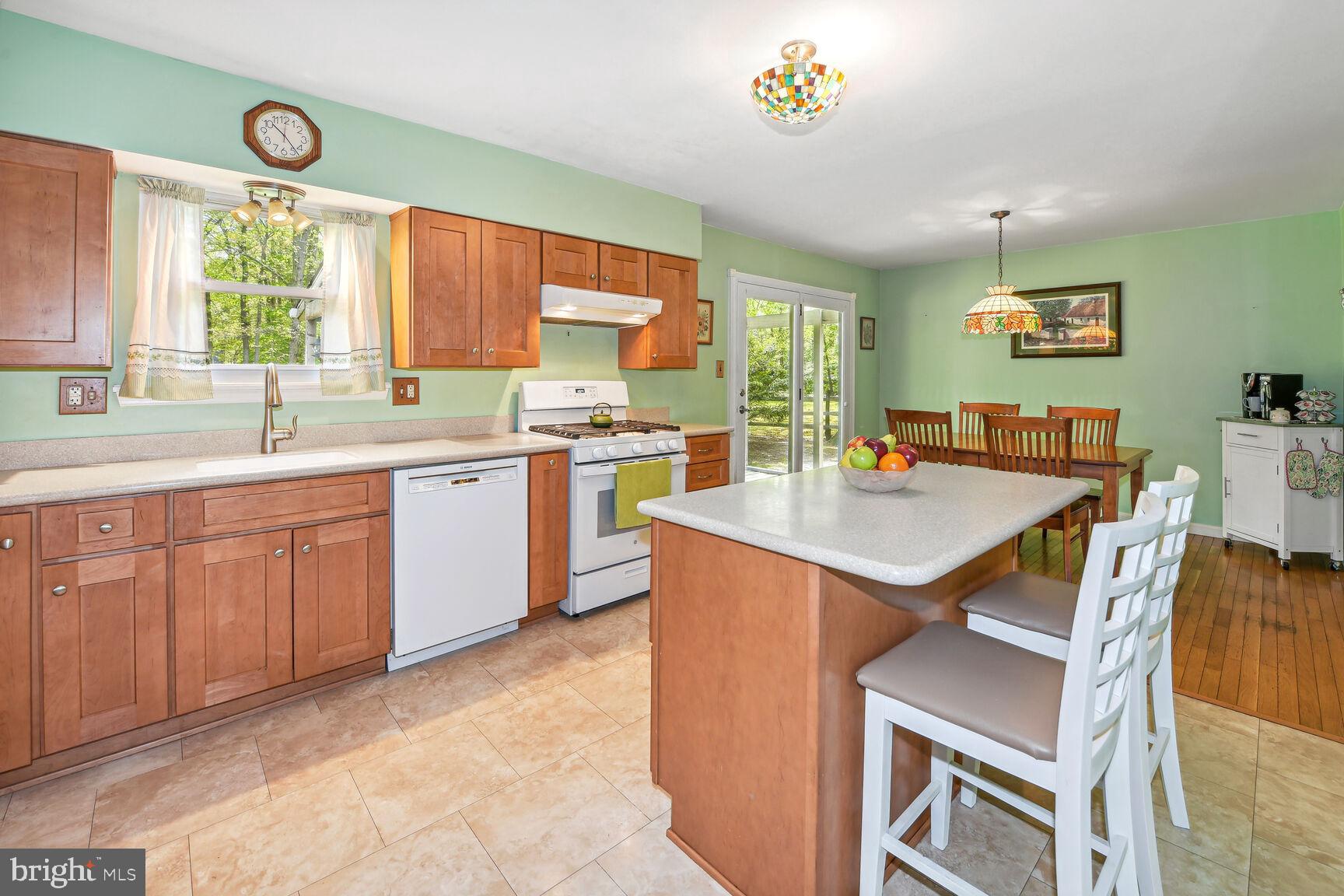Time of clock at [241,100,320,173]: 10:23
